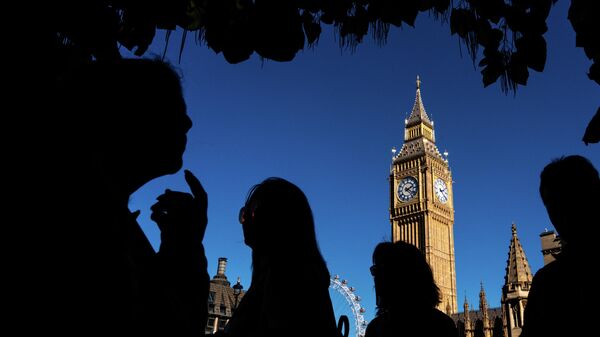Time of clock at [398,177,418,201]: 2:21
